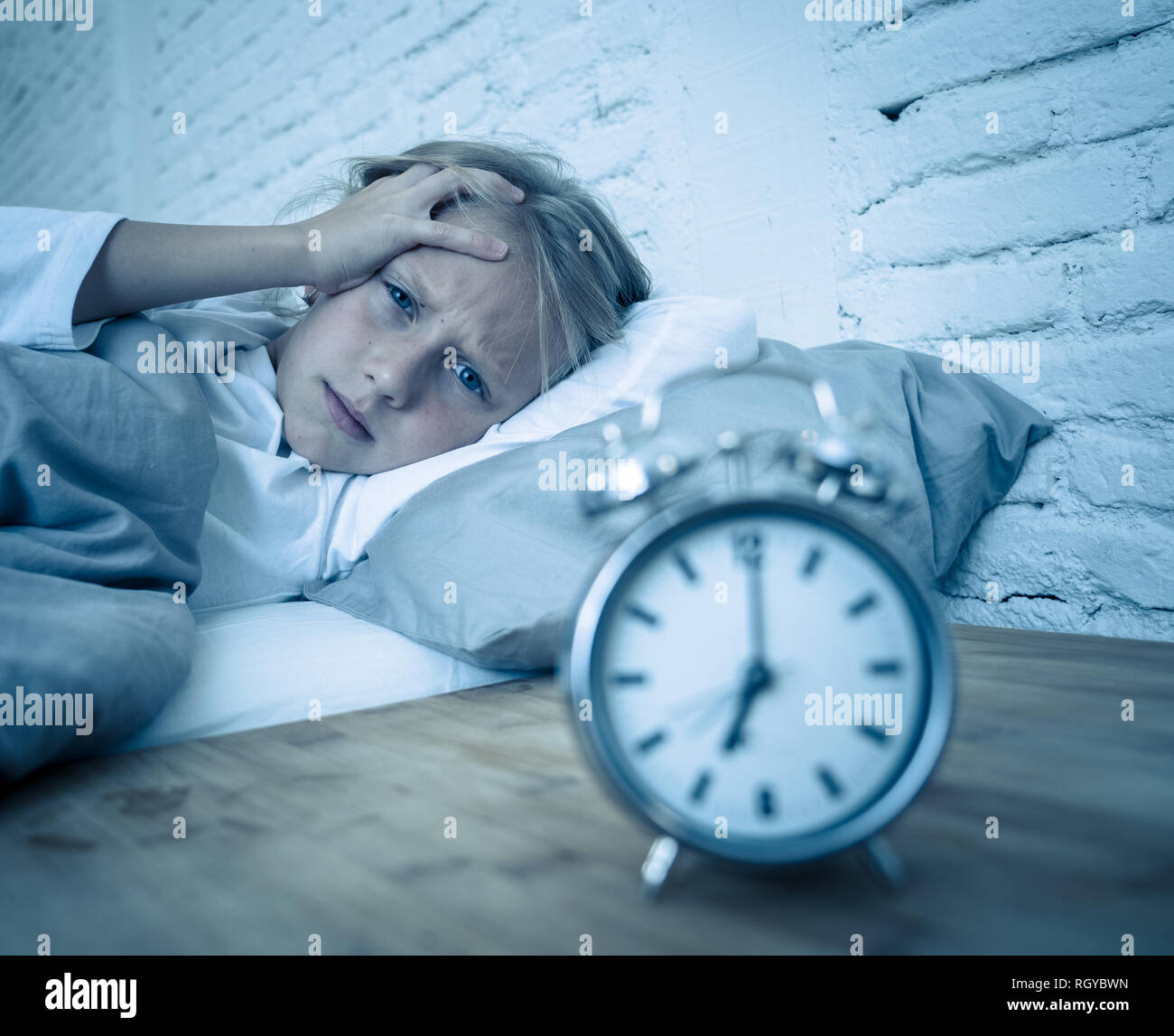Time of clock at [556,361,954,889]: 7:00
